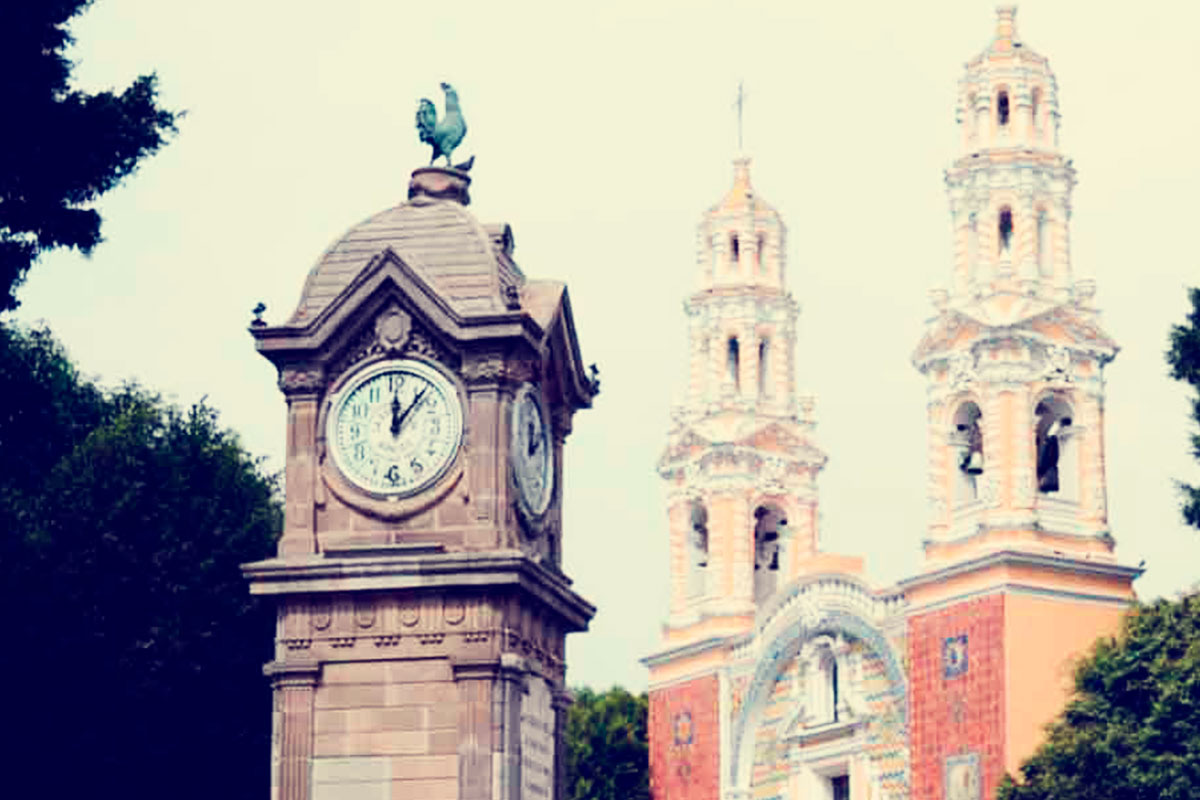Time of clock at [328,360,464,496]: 12:06
